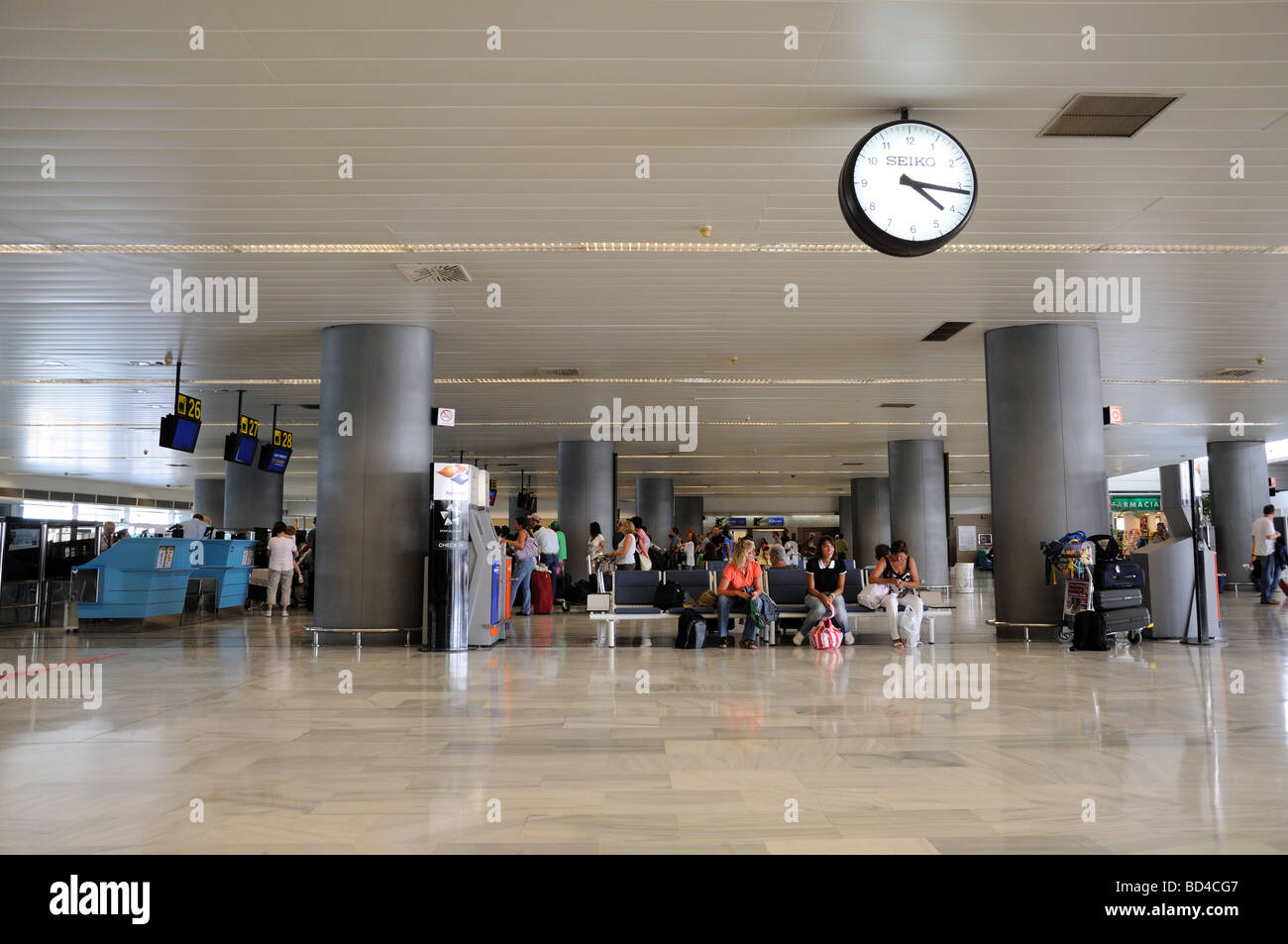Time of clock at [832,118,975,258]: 4:15
